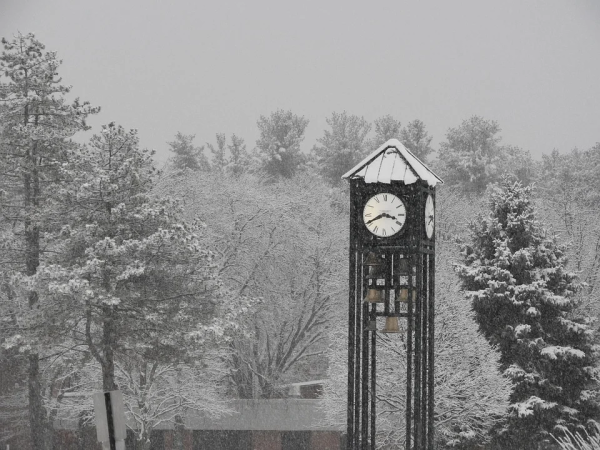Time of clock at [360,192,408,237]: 3:40
